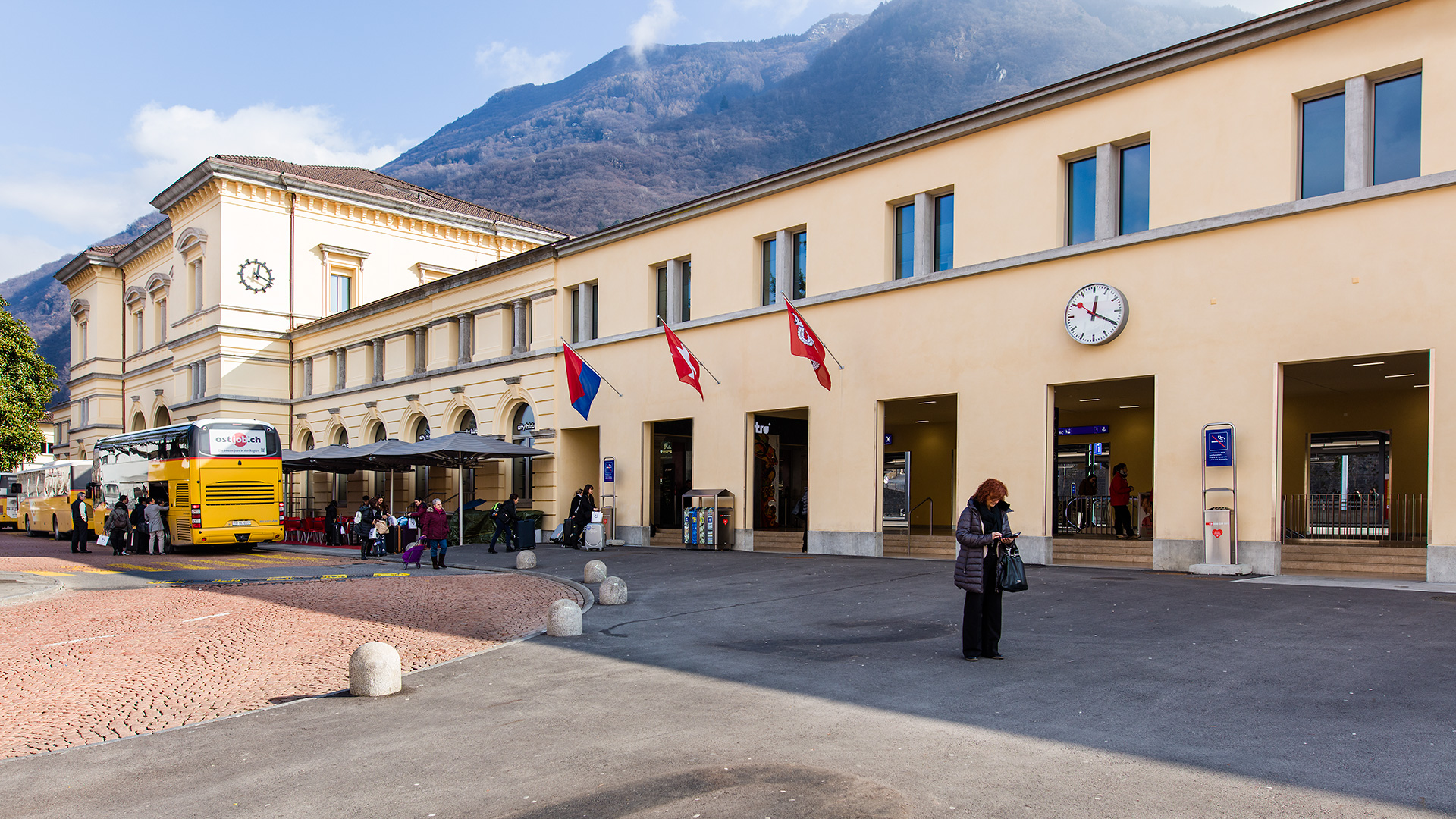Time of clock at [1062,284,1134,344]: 12:19
